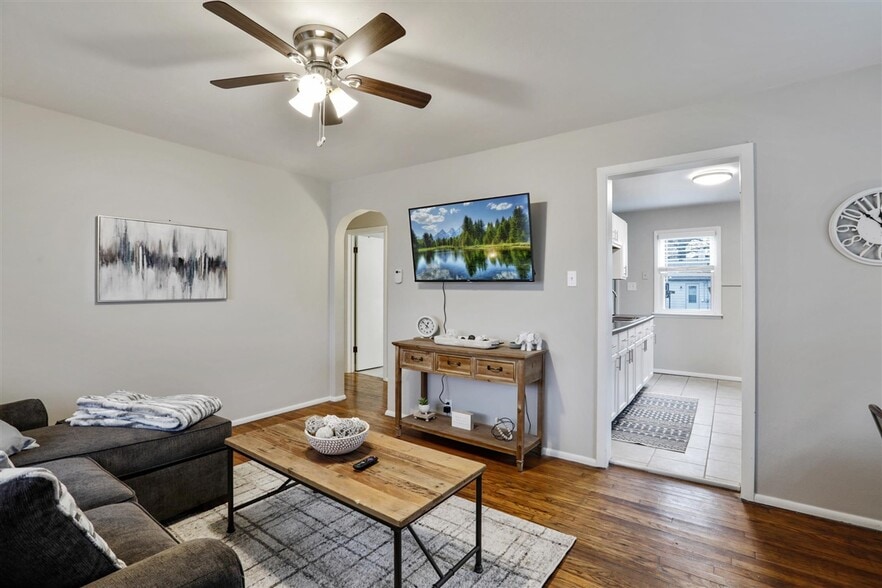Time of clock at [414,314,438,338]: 12:52
